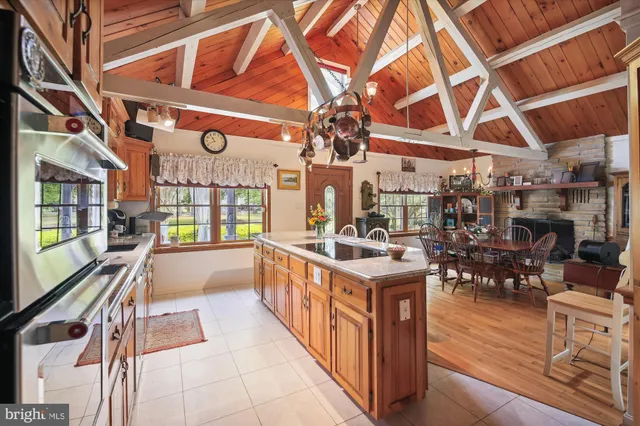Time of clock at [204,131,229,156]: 10:41
